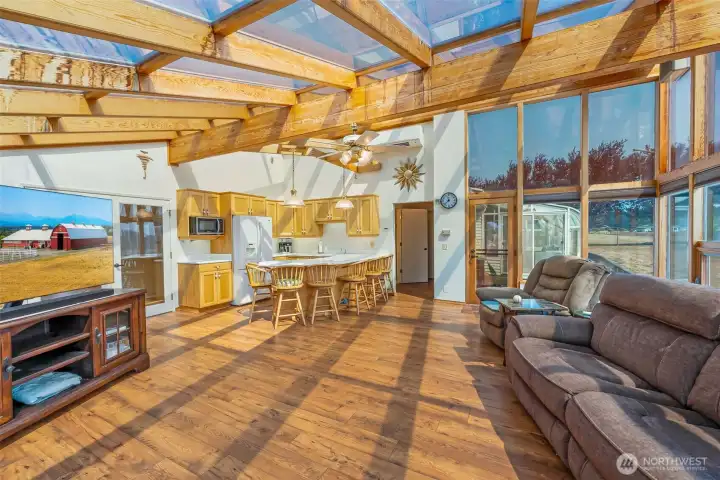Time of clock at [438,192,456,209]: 11:37
